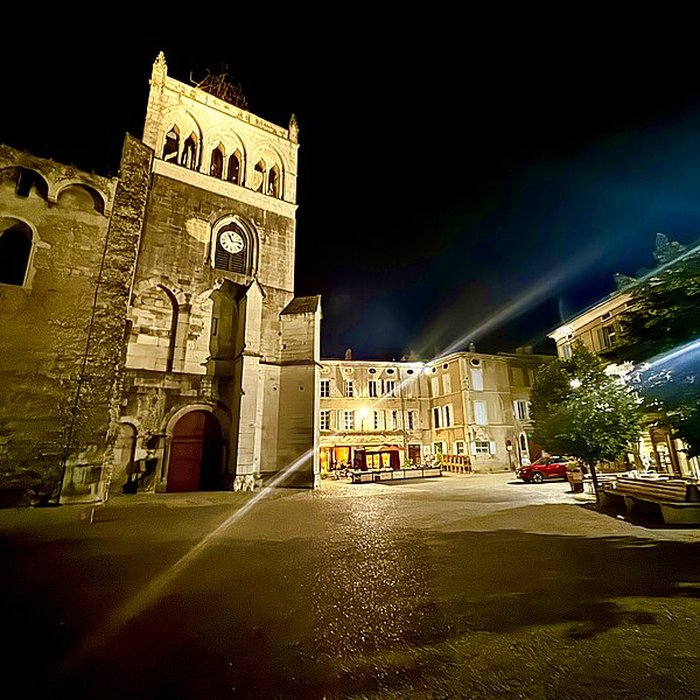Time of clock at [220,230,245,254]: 11:13
